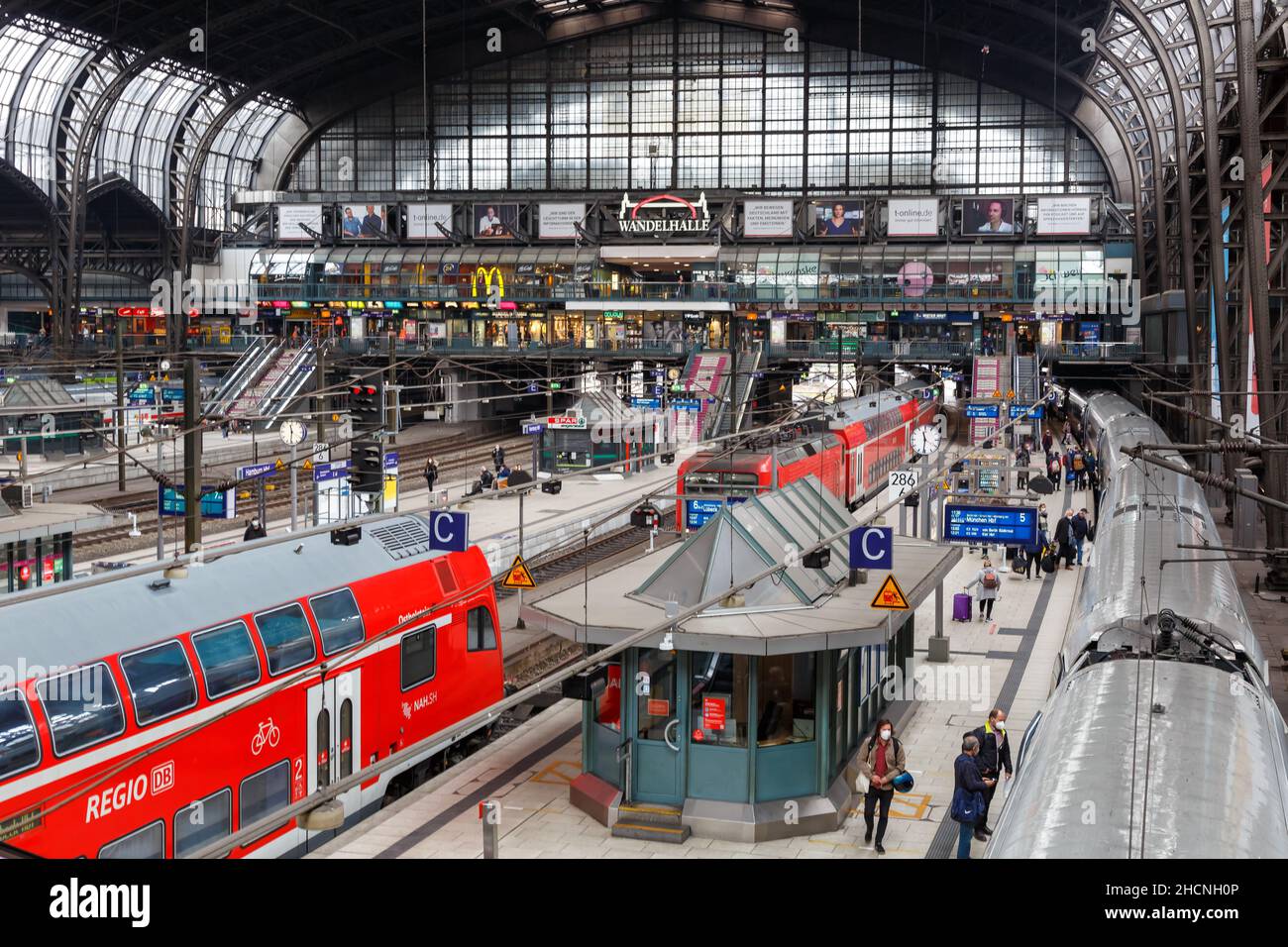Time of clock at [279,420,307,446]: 11:31
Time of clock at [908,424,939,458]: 11:31
